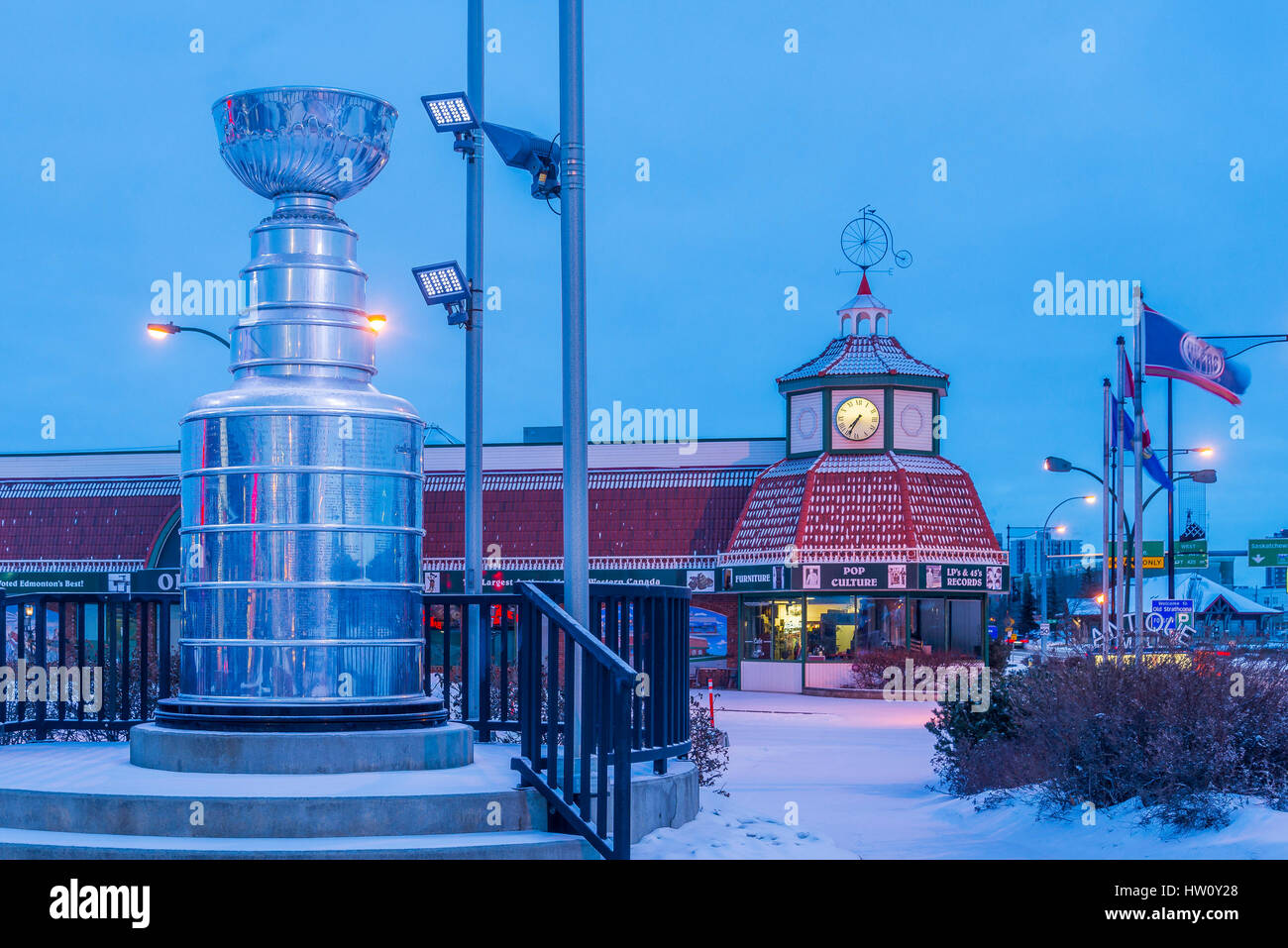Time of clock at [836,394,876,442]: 7:34
